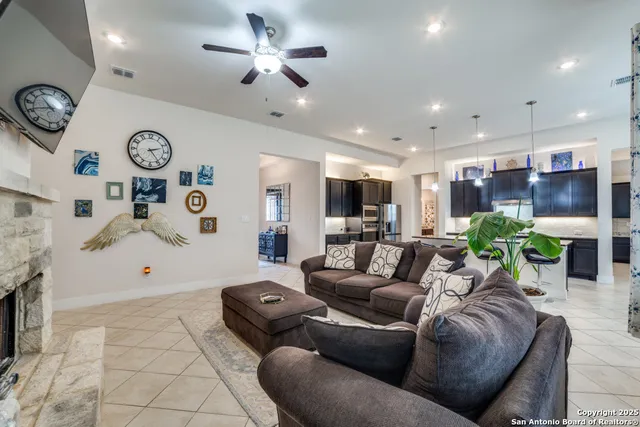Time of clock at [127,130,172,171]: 2:24
